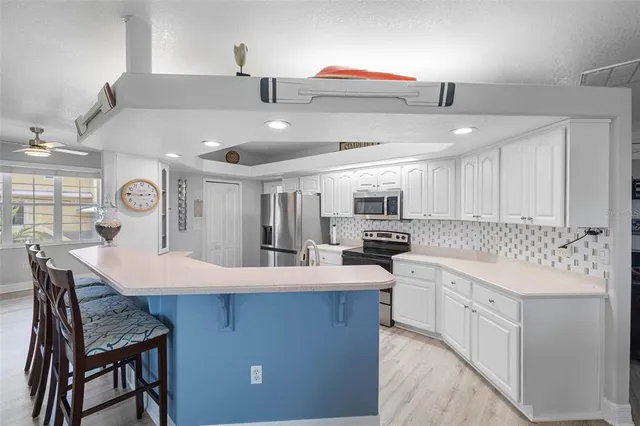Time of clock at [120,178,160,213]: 2:45
